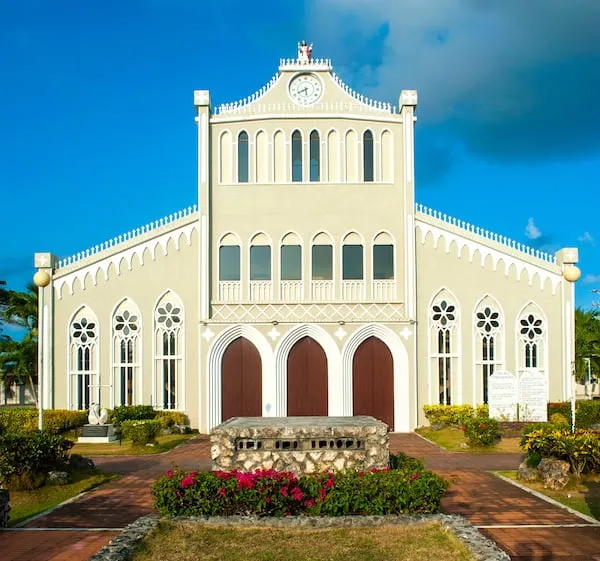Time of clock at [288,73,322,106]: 5:40
